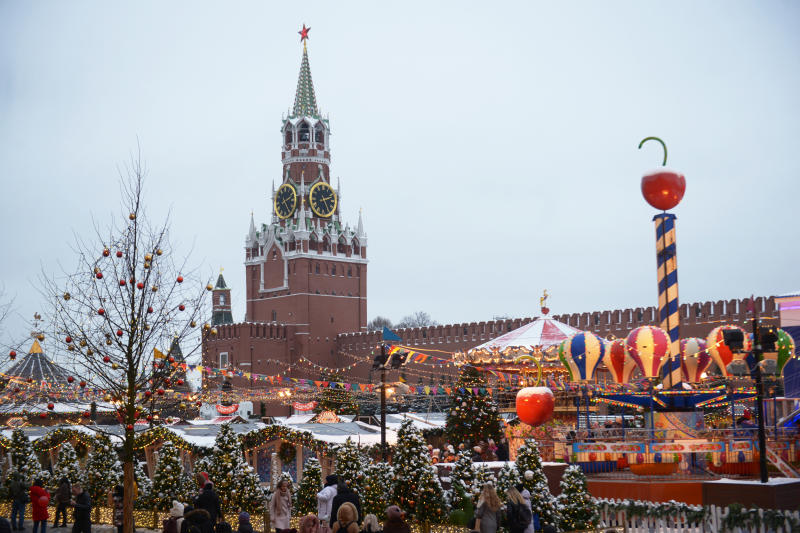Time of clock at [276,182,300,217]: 2:23
